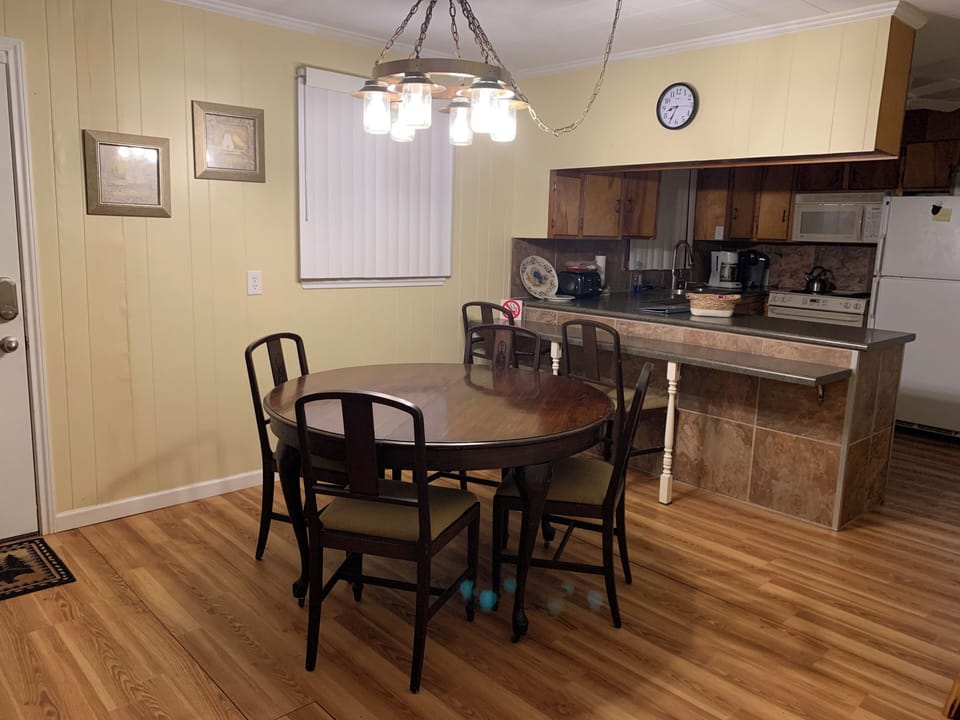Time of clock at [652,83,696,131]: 8:34
